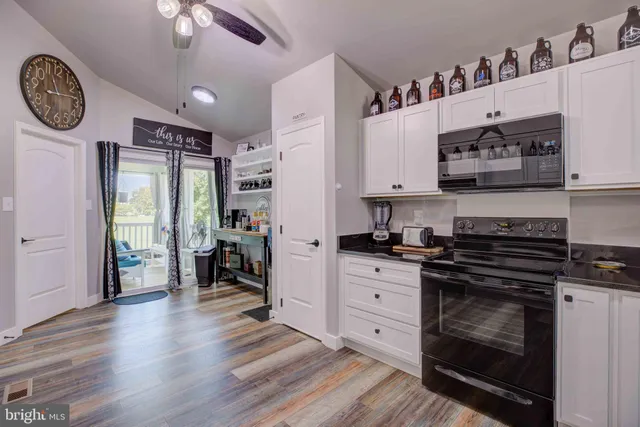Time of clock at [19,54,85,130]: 11:13
